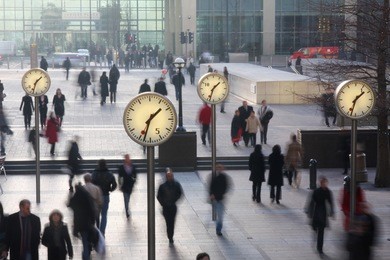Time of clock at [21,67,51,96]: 1:33
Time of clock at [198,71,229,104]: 1:33
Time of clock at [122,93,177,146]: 1:33
